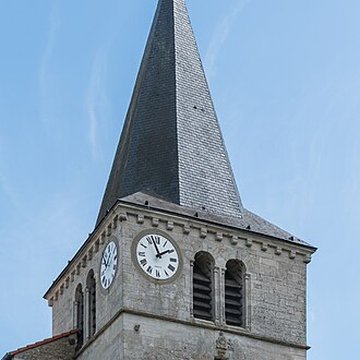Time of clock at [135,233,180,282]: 1:57
